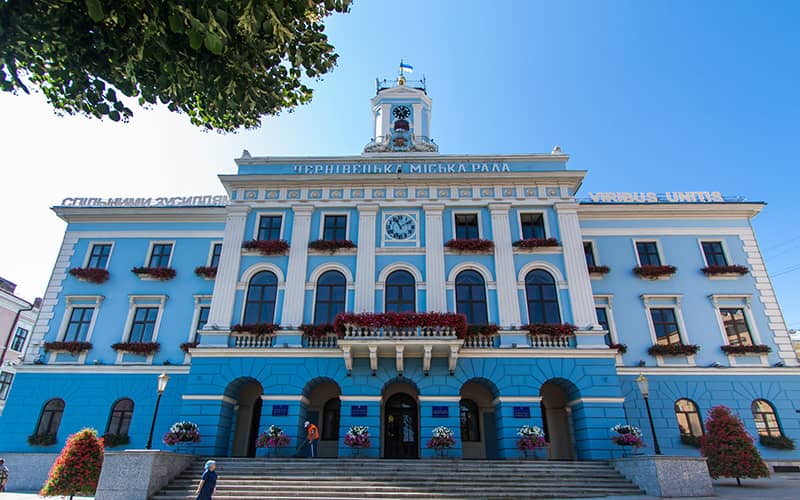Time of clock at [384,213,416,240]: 11:09
